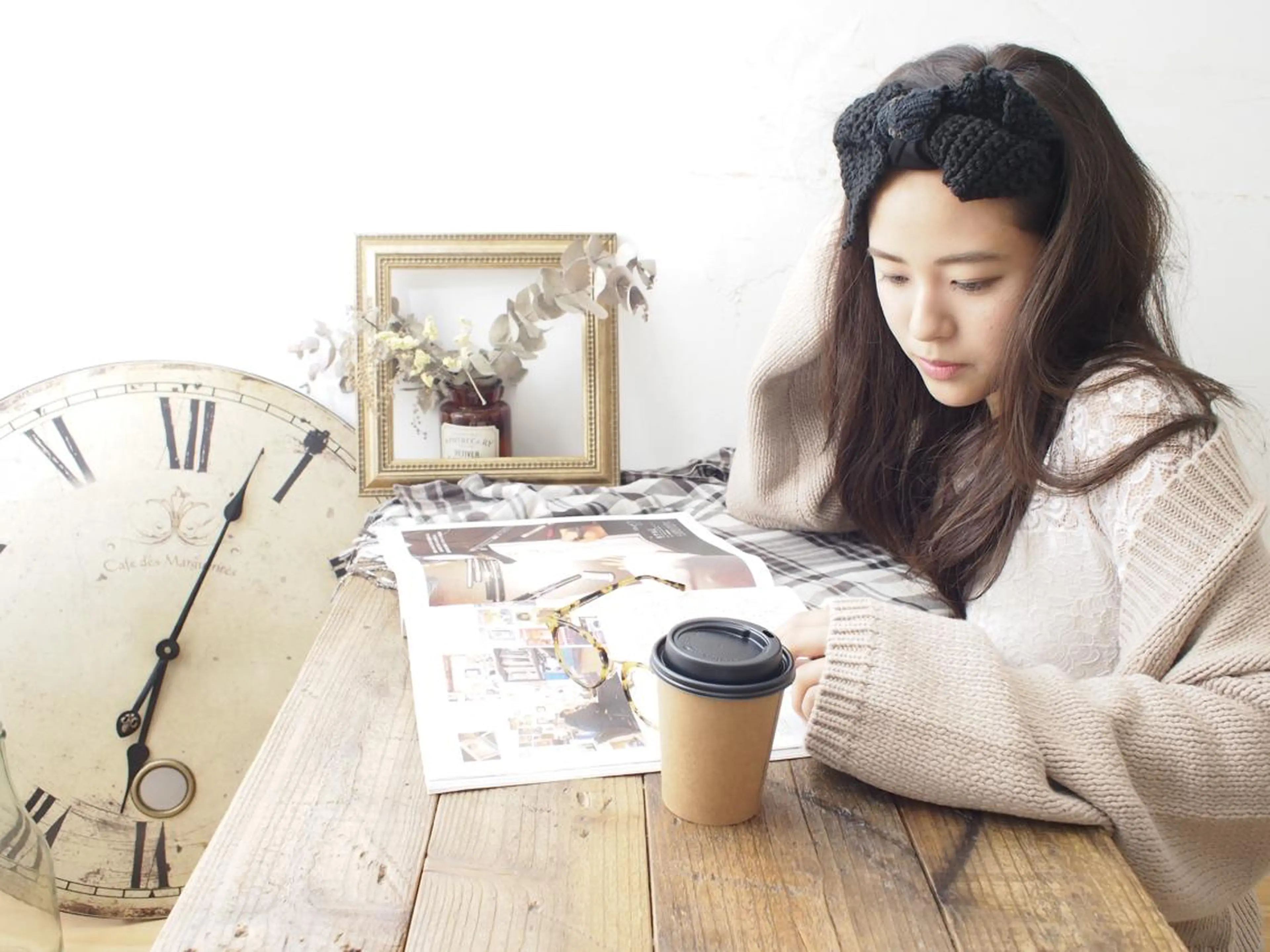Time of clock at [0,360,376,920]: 6:03
